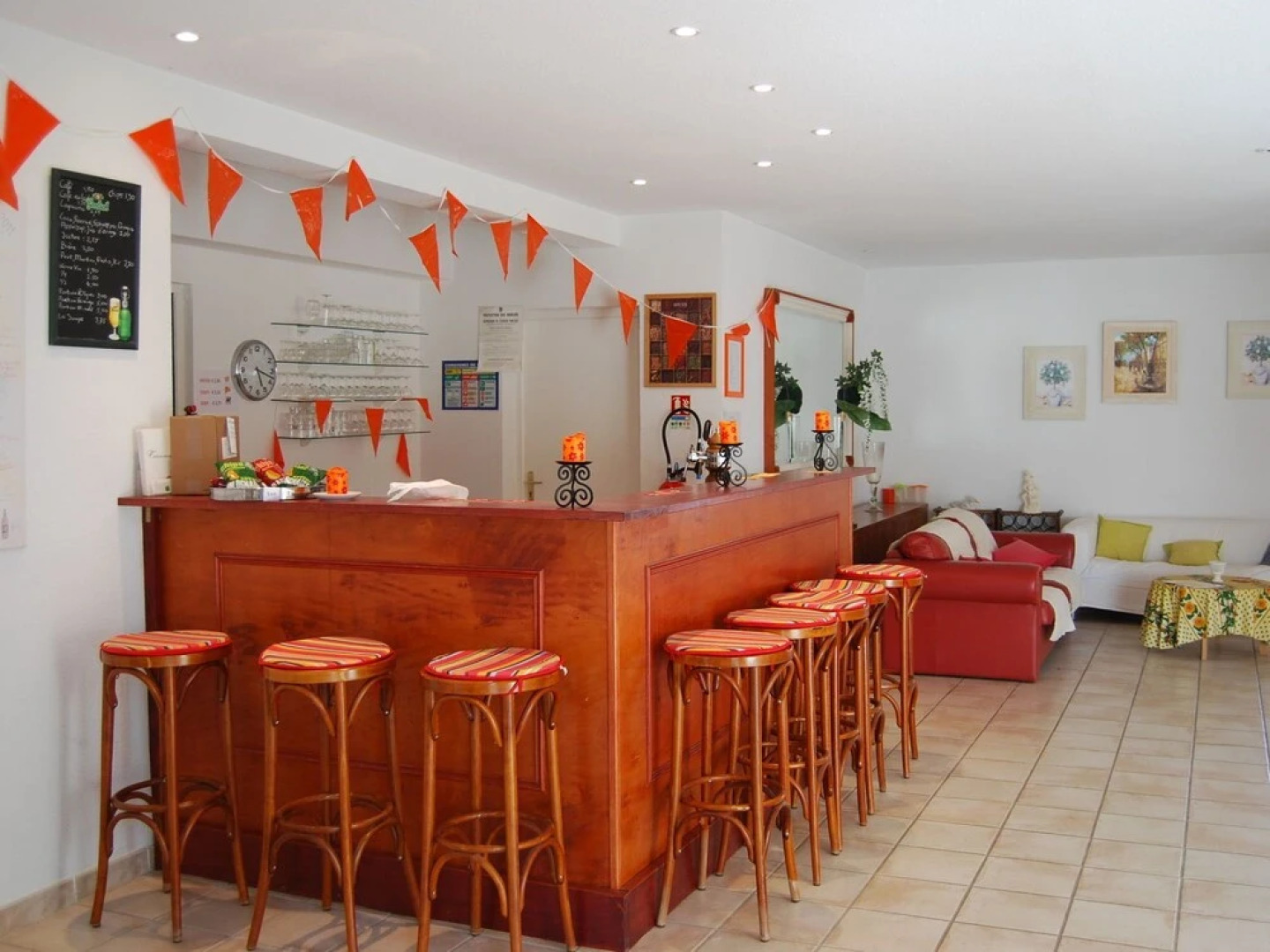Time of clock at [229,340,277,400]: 5:18
